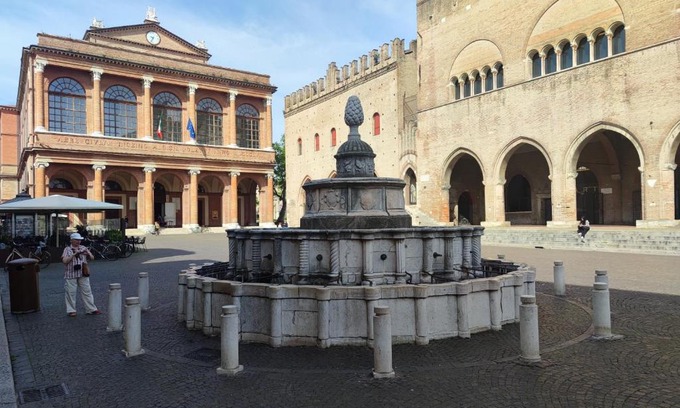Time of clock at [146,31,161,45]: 9:34
